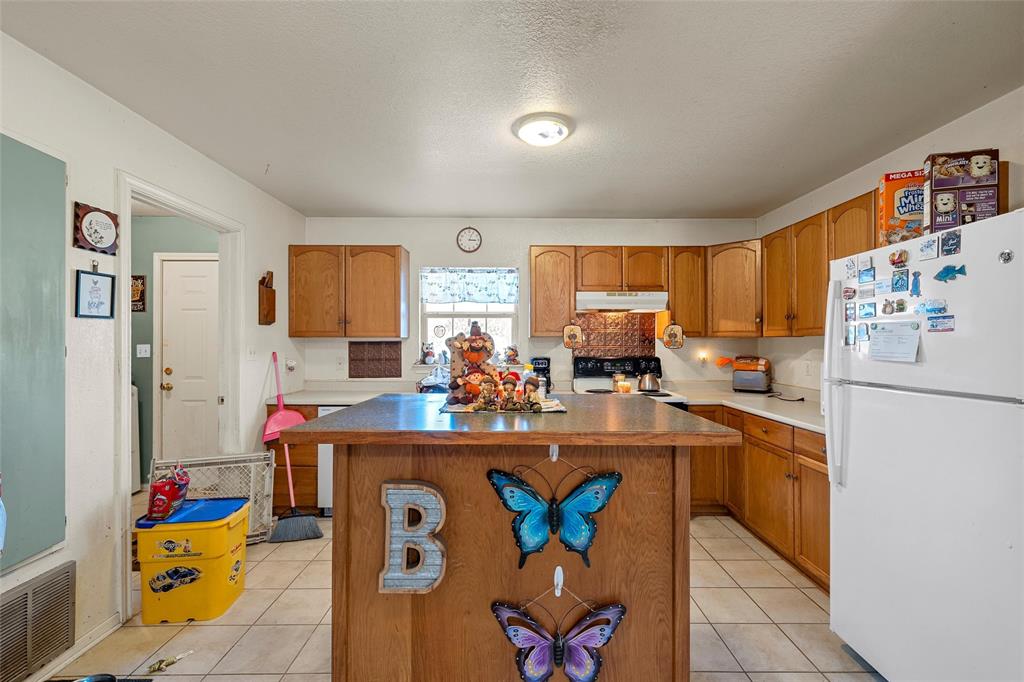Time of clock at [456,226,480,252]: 3:04
